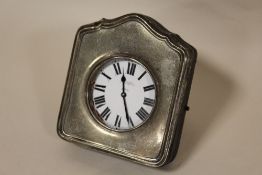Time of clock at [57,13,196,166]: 11:25
